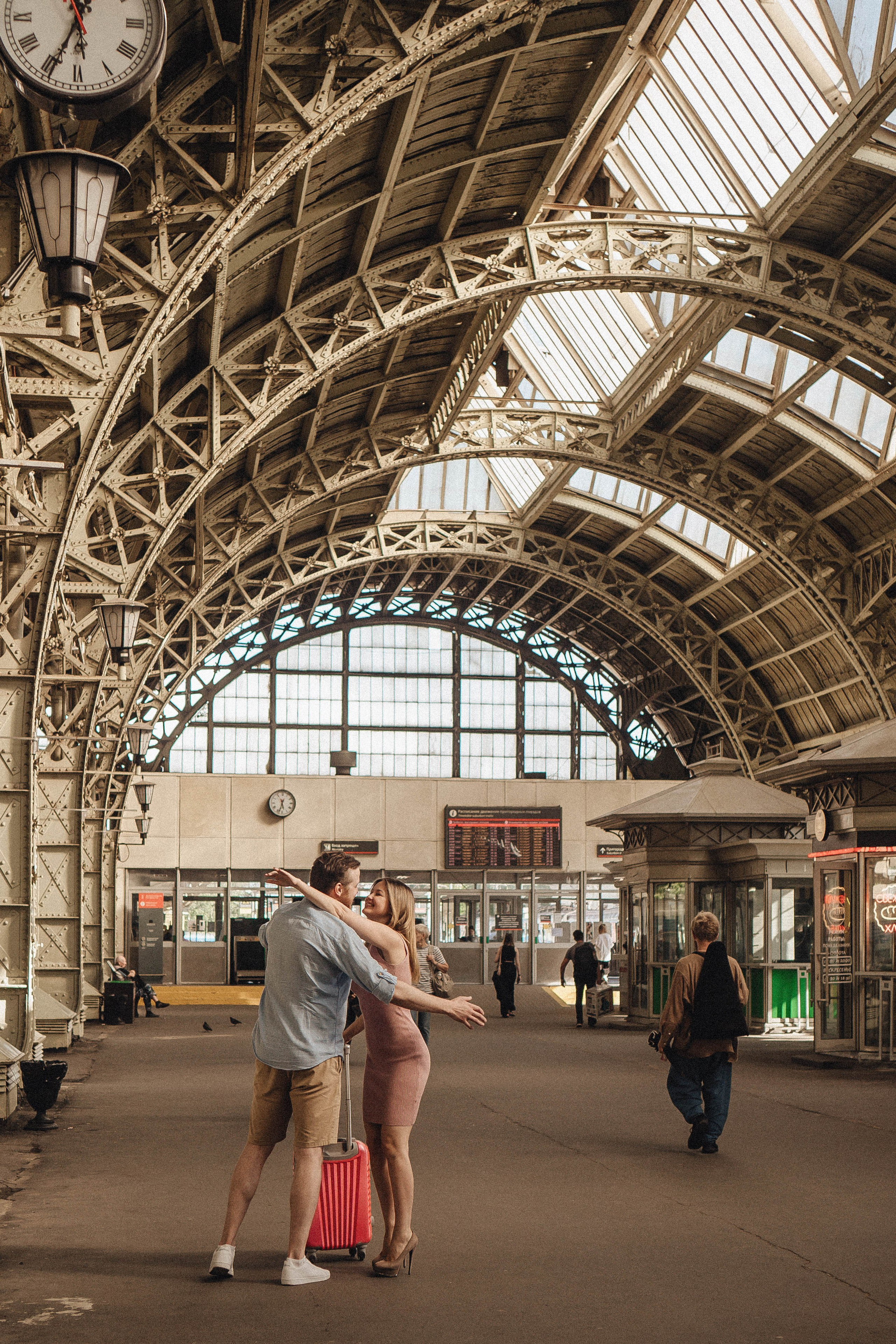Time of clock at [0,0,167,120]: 5:34
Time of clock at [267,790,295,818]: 5:33
